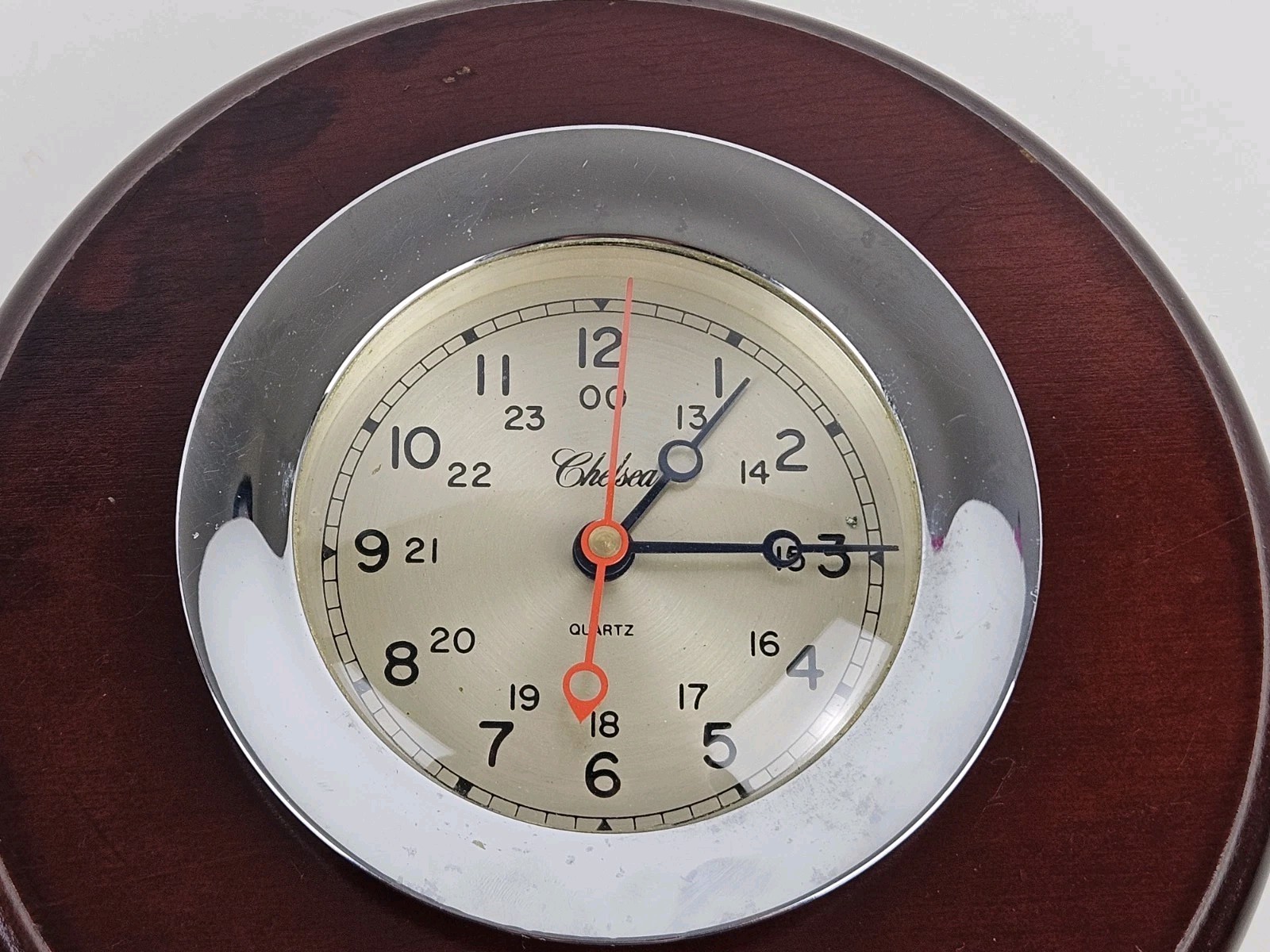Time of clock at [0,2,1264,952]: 1:14
